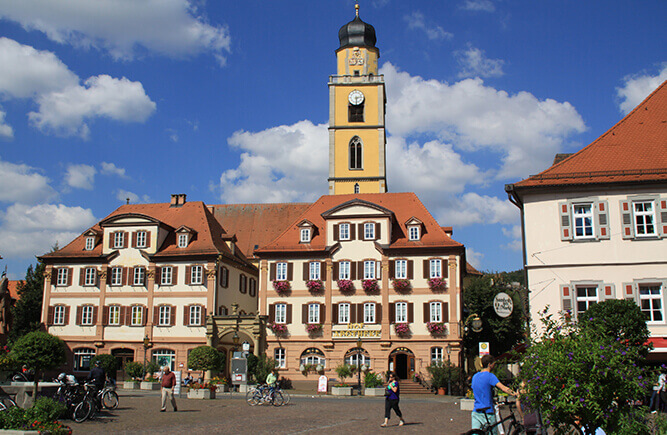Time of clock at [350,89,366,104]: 2:29
